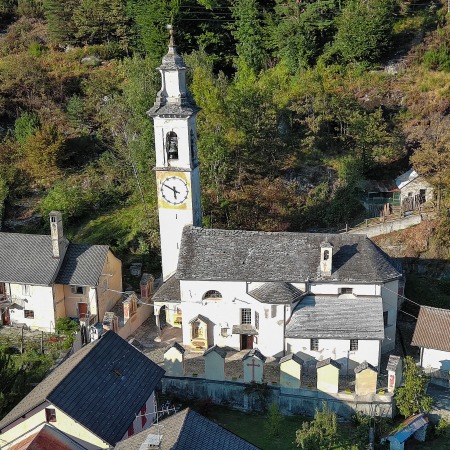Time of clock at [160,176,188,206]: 5:49
